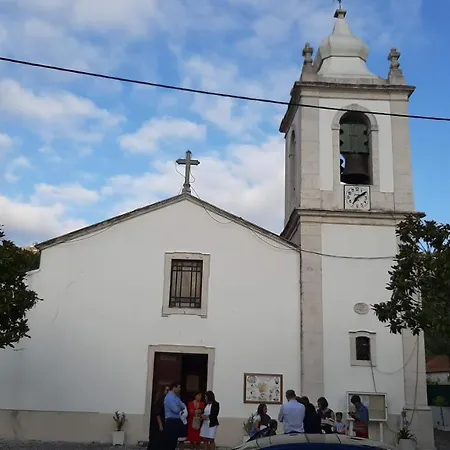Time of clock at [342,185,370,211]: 7:09
